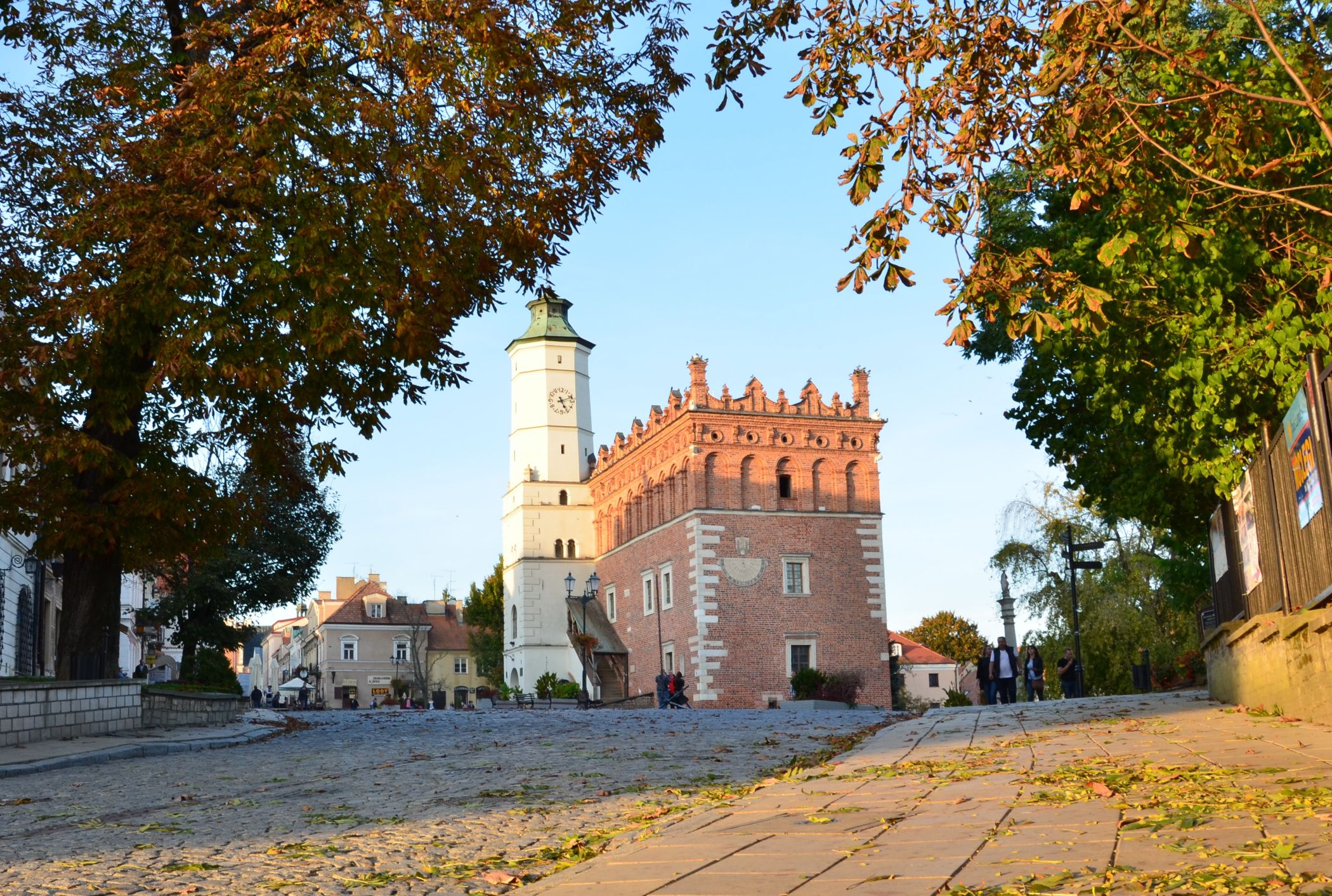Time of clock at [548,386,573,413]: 5:11
